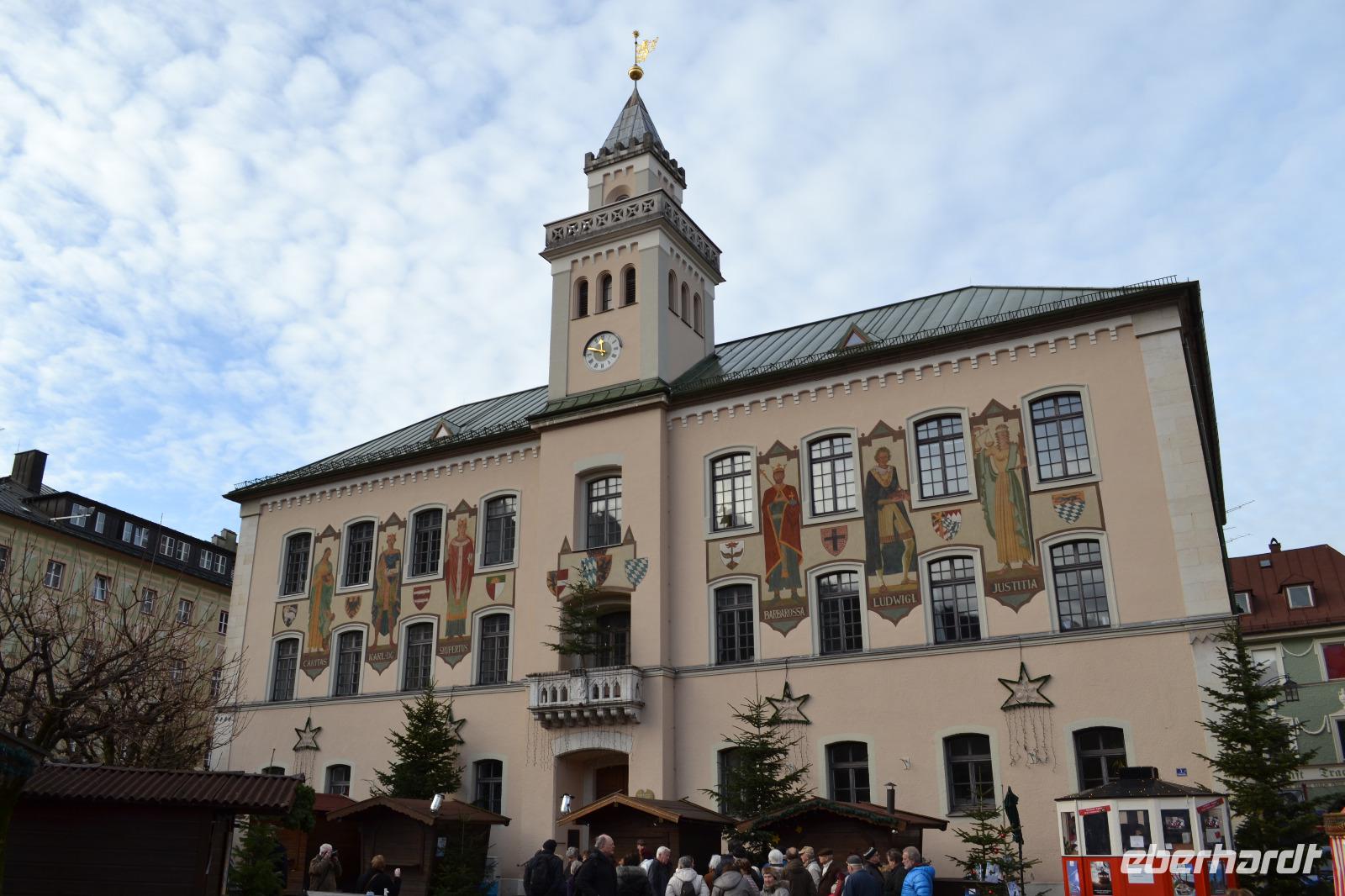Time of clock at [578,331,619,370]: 11:48
